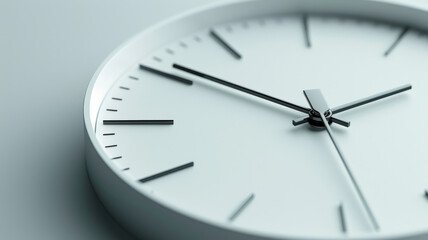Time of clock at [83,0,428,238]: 1:50
